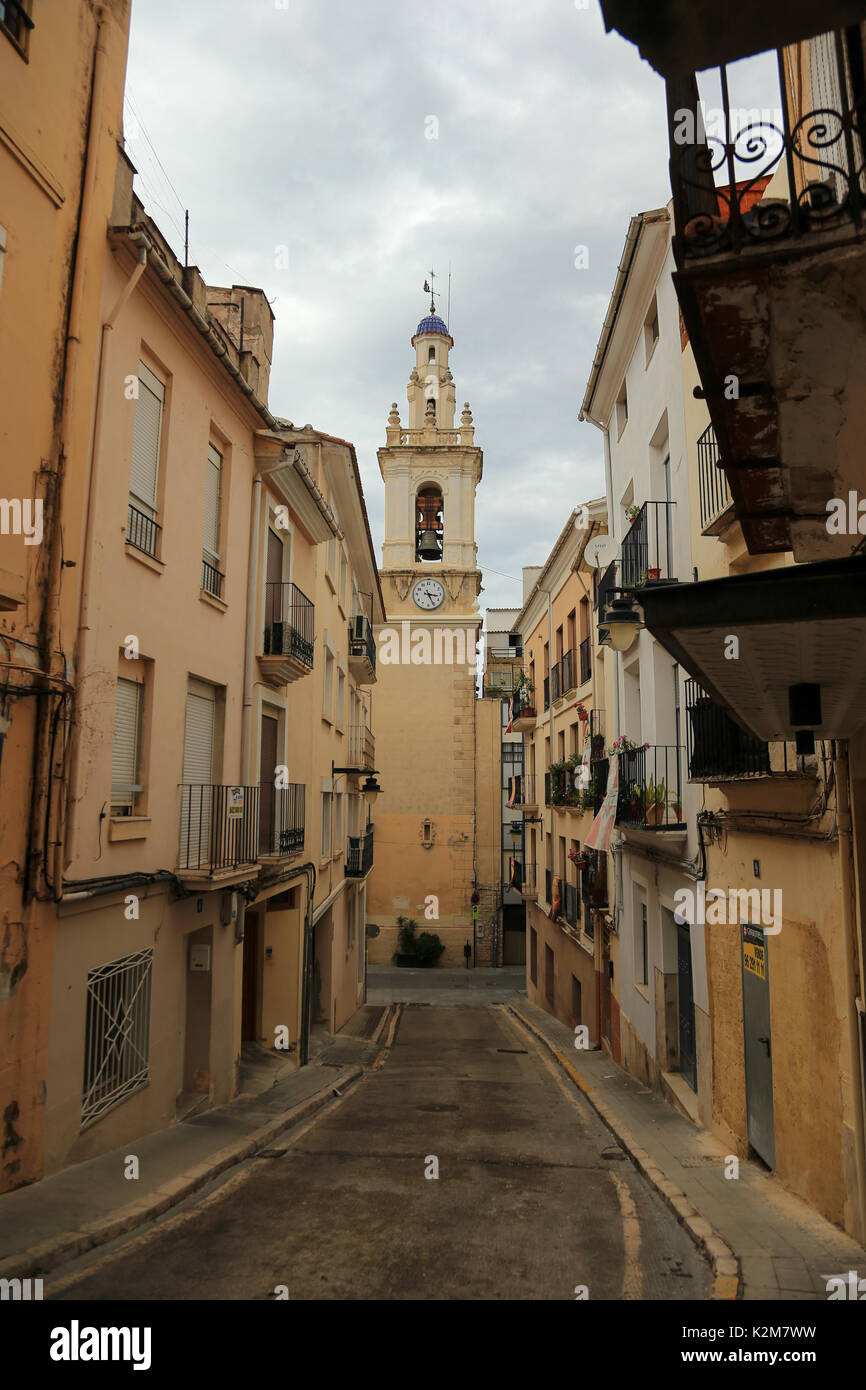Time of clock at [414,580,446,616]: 3:25
